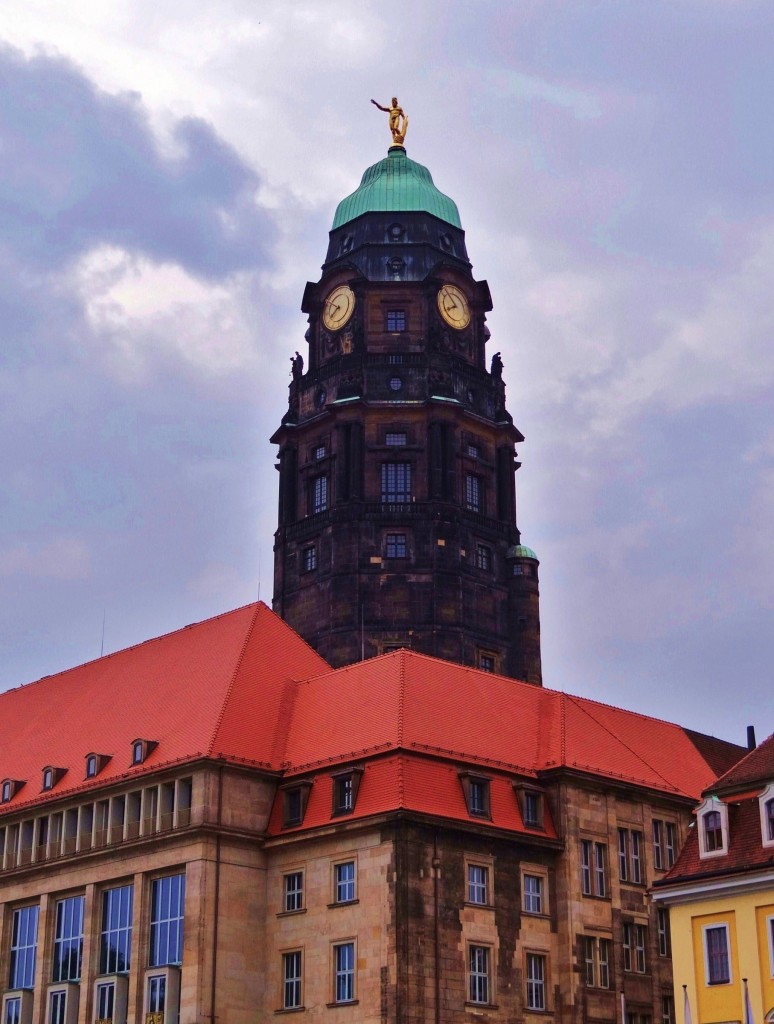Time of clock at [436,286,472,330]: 7:53
